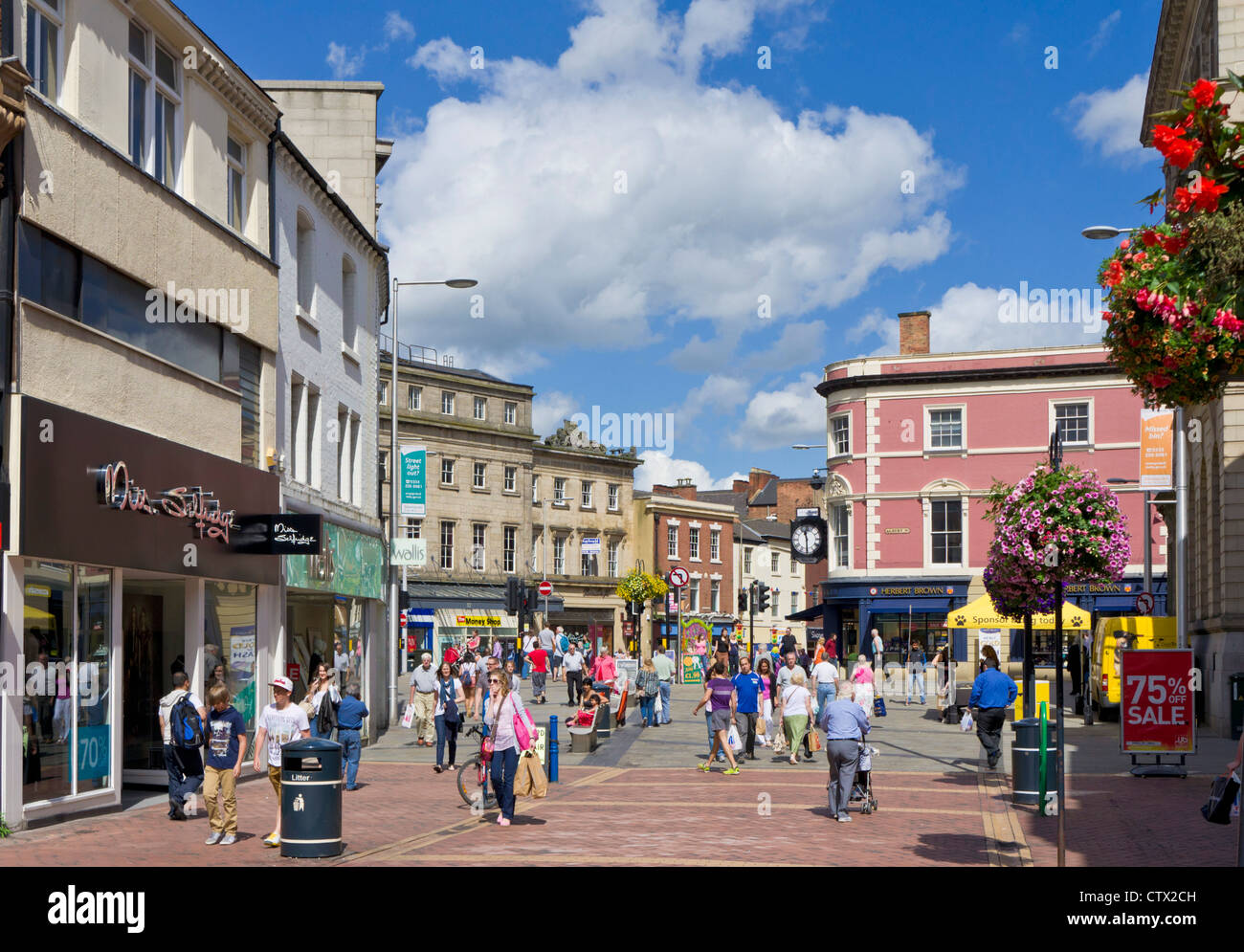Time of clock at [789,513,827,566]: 11:29
